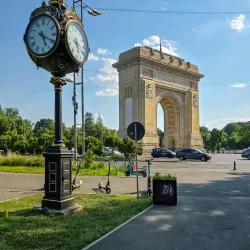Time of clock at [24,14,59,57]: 5:19
